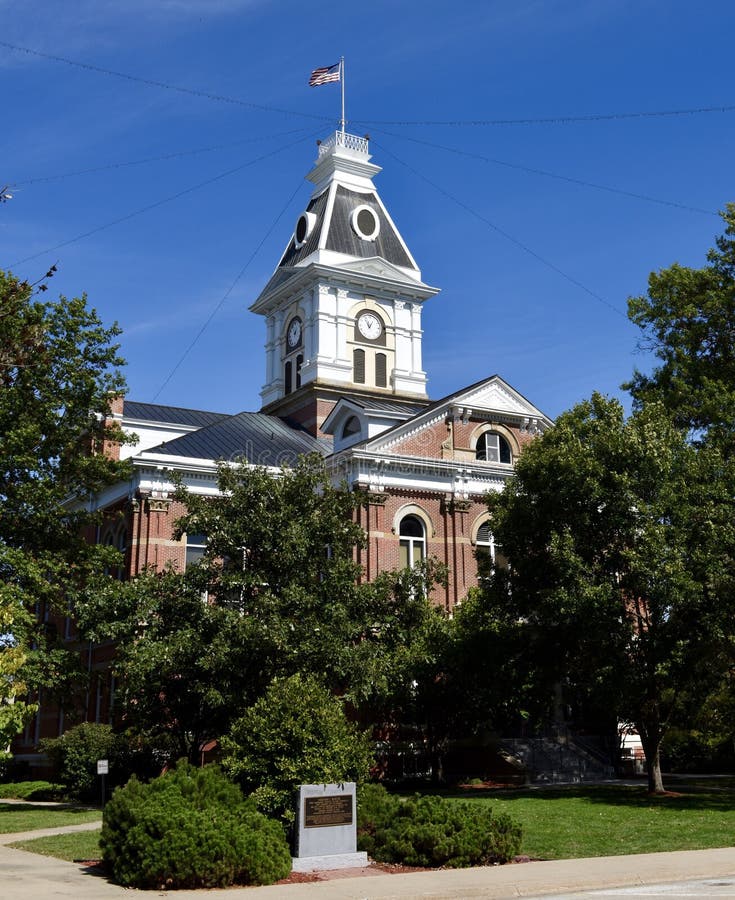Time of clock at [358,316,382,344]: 12:55
